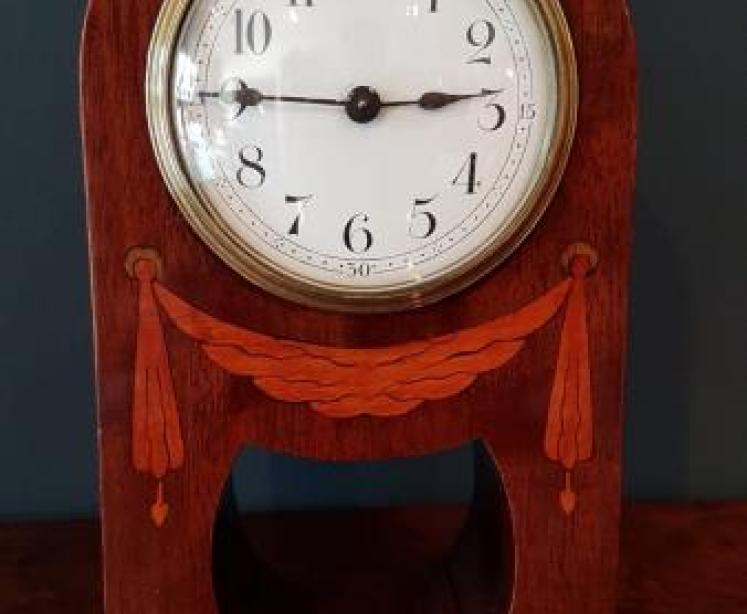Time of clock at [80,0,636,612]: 2:45
